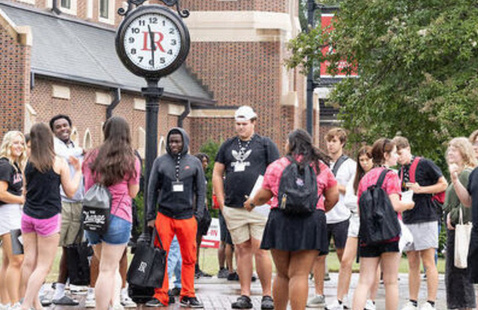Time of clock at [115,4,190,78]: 11:29
